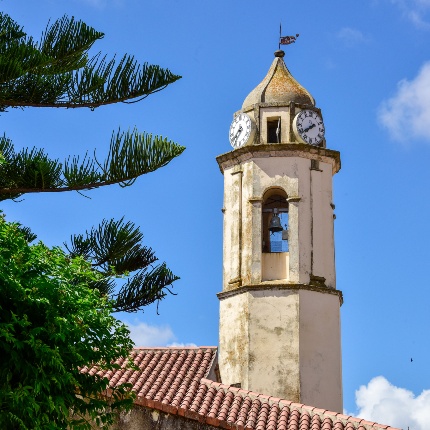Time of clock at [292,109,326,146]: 7:39
